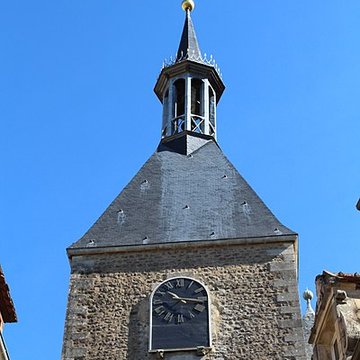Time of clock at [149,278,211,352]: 10:14
